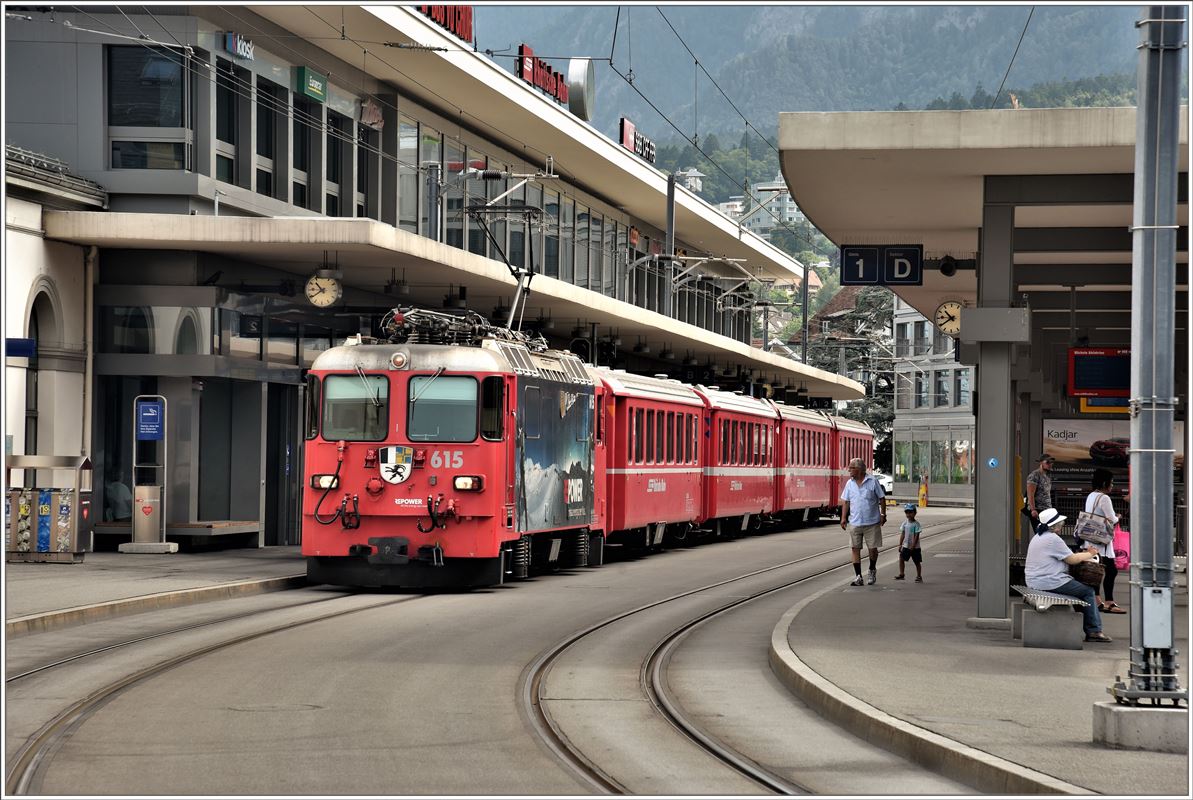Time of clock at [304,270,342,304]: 10:39
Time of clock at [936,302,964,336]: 10:39
